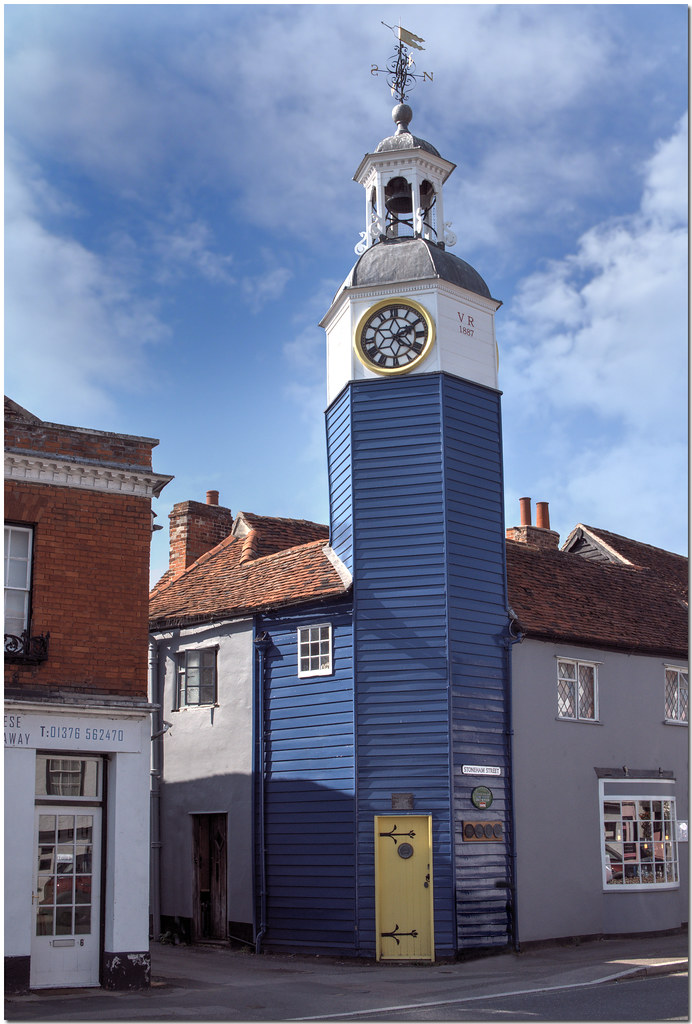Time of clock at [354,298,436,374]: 2:21
